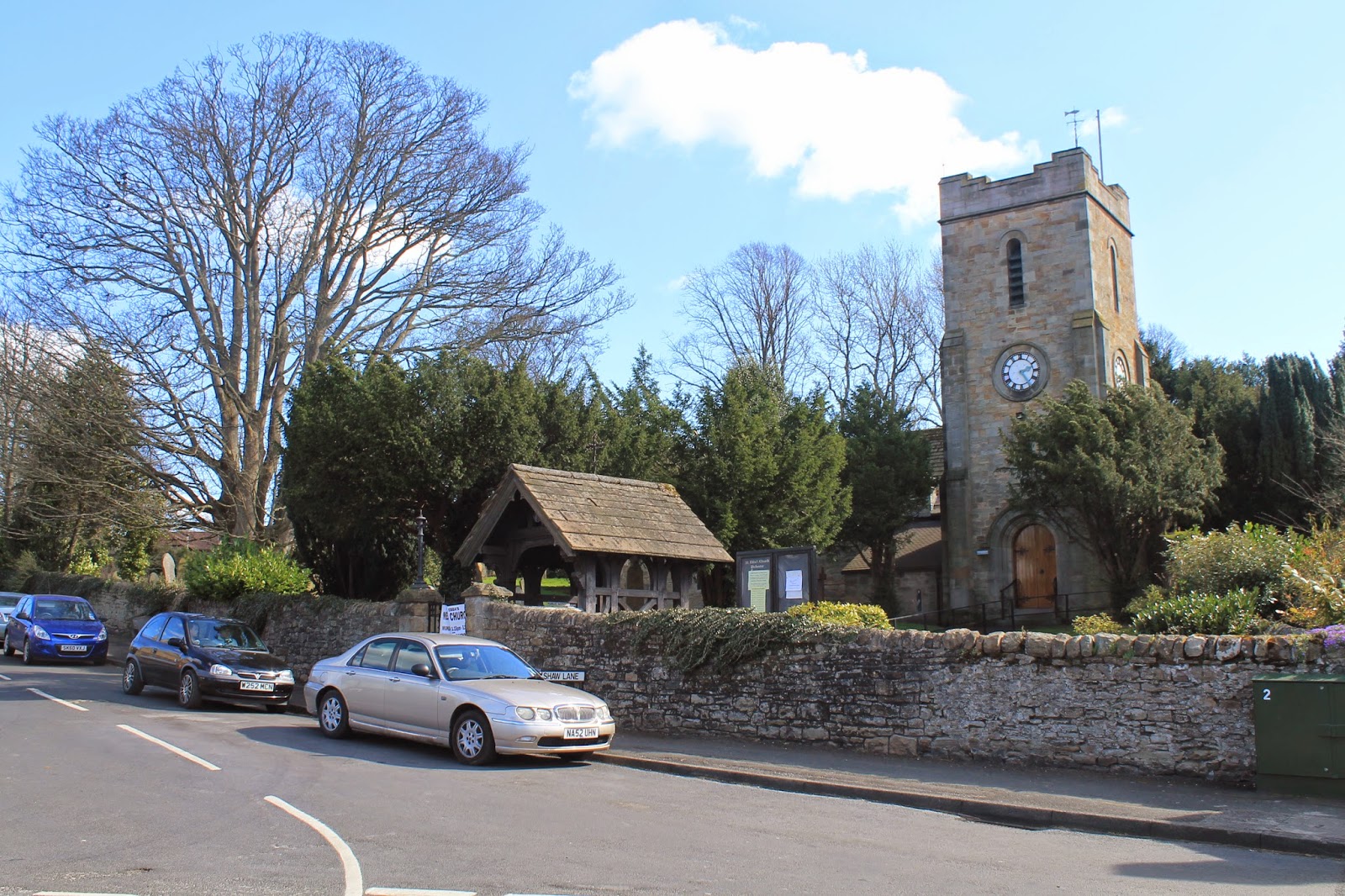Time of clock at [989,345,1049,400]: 2:24
